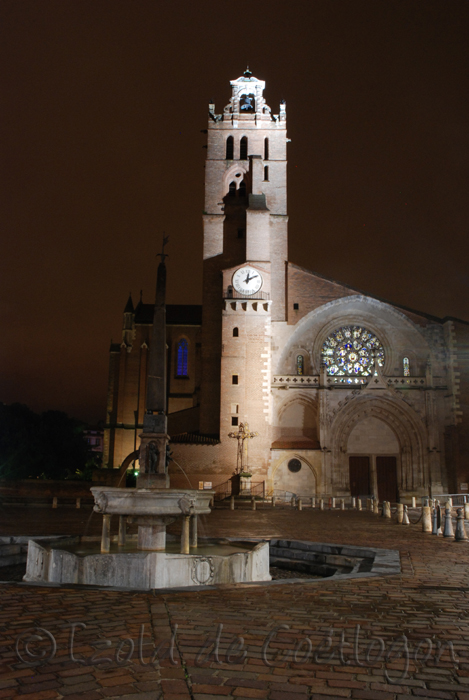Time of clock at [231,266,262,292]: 12:09
